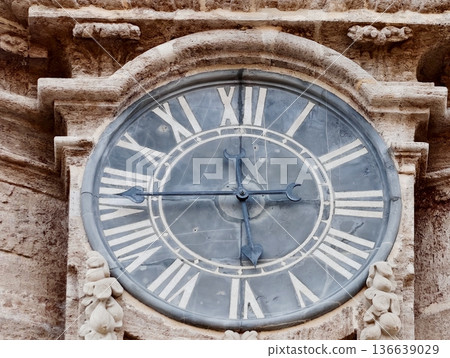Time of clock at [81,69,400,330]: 2:45
